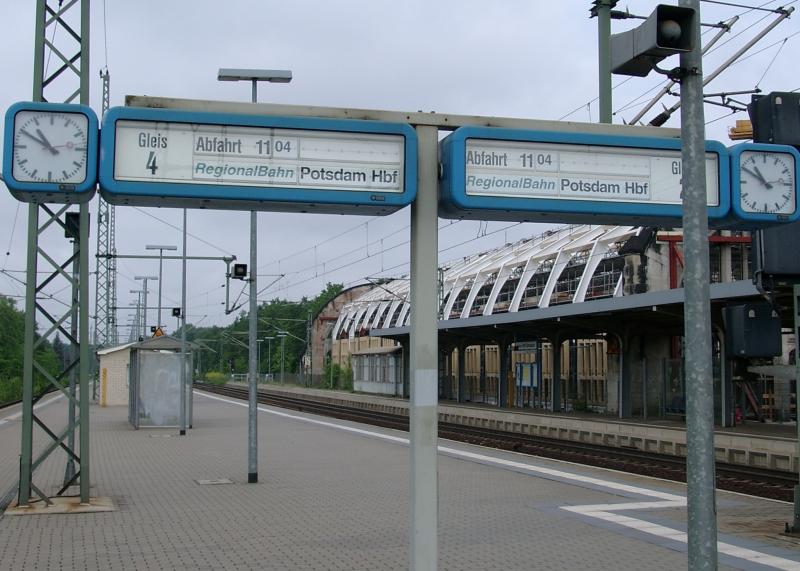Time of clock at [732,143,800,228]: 10:50
